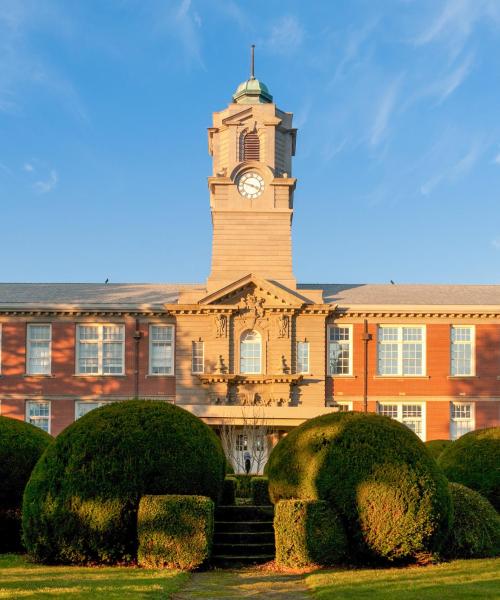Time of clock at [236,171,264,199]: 3:47
